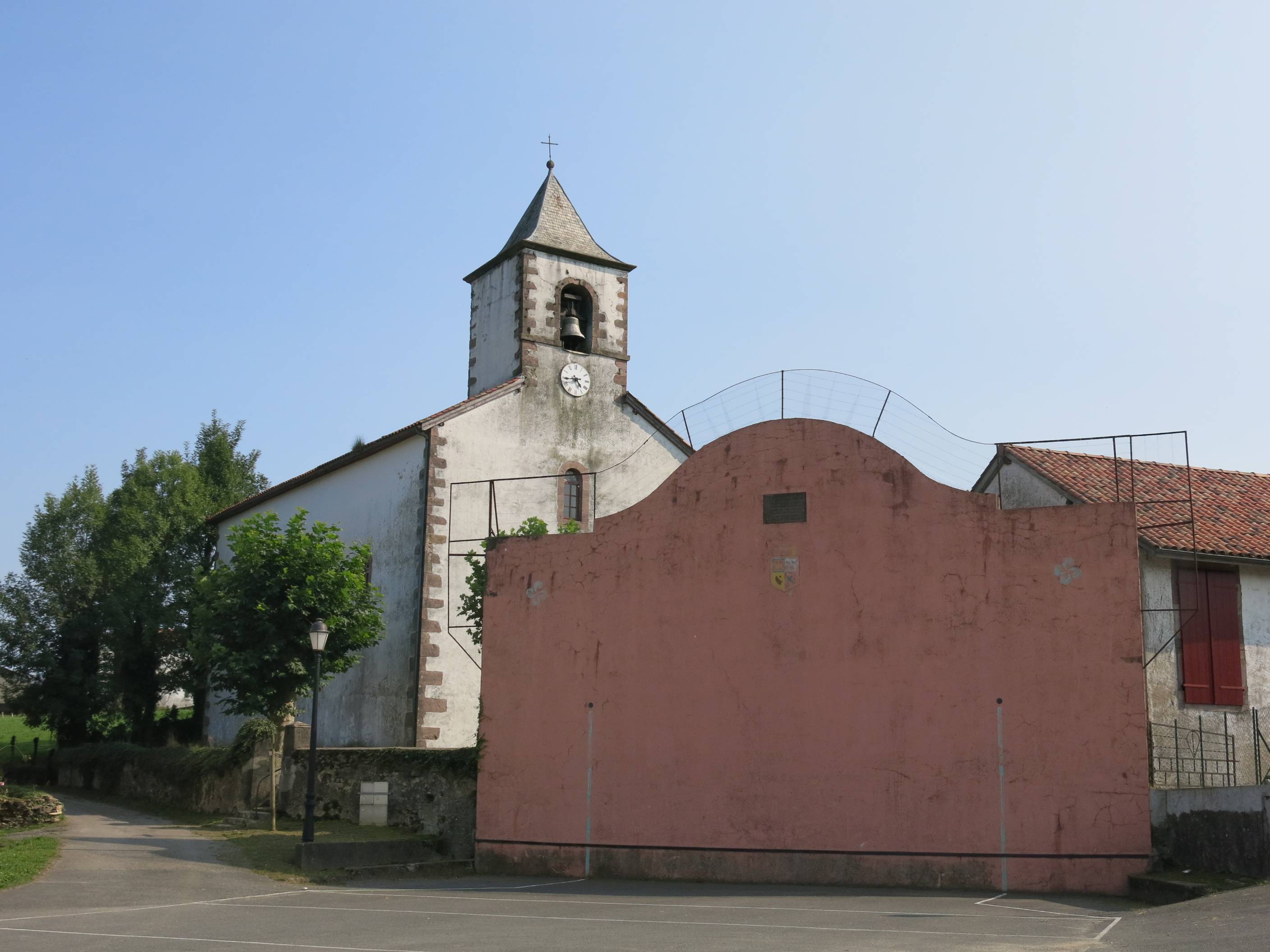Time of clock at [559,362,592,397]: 4:44
